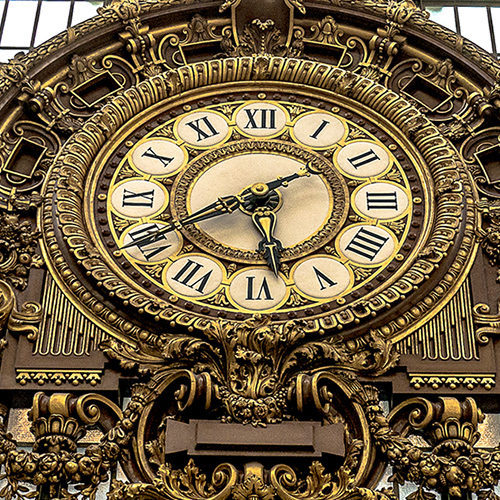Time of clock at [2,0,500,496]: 5:40
